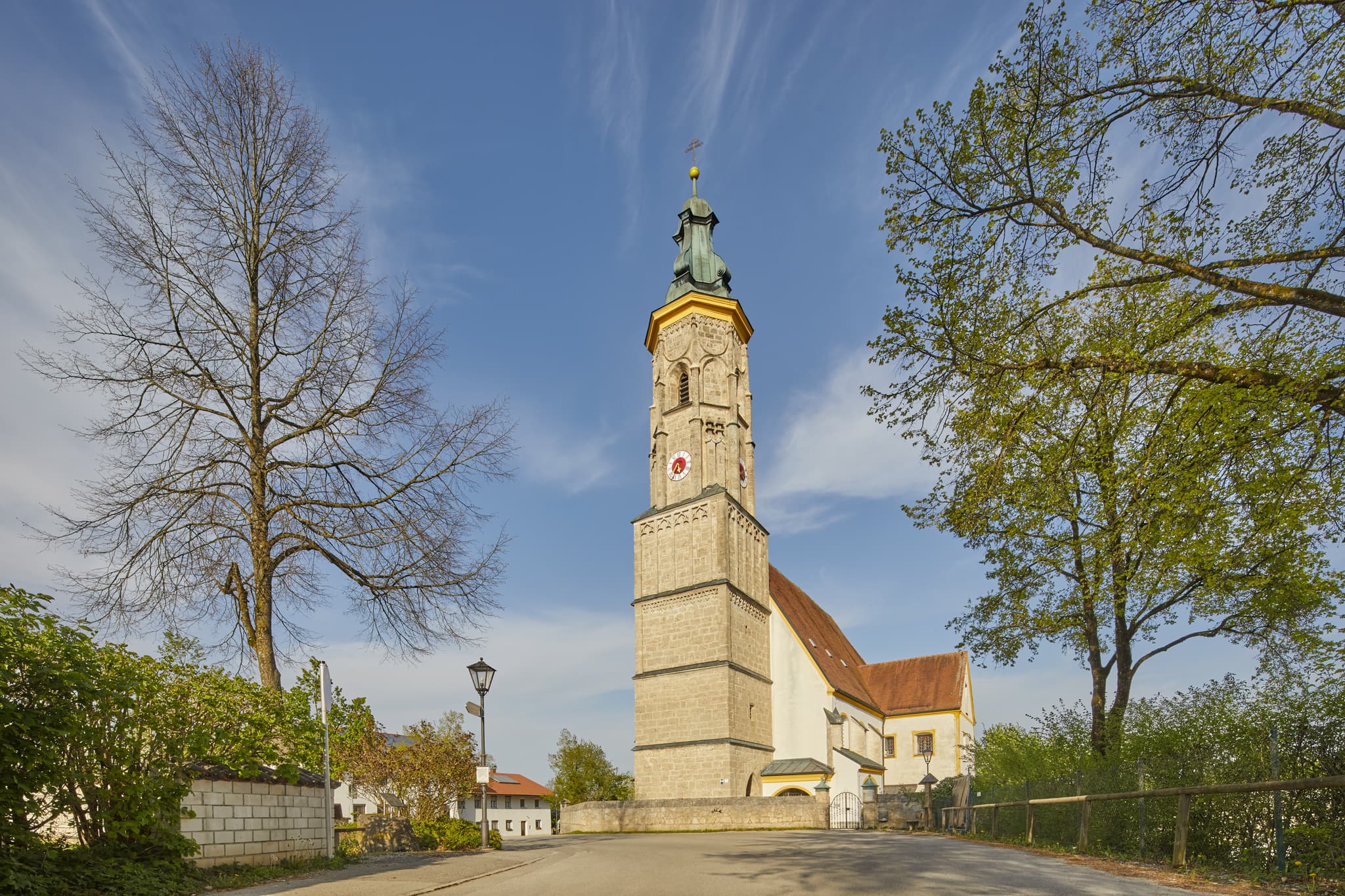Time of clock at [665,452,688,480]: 5:34
